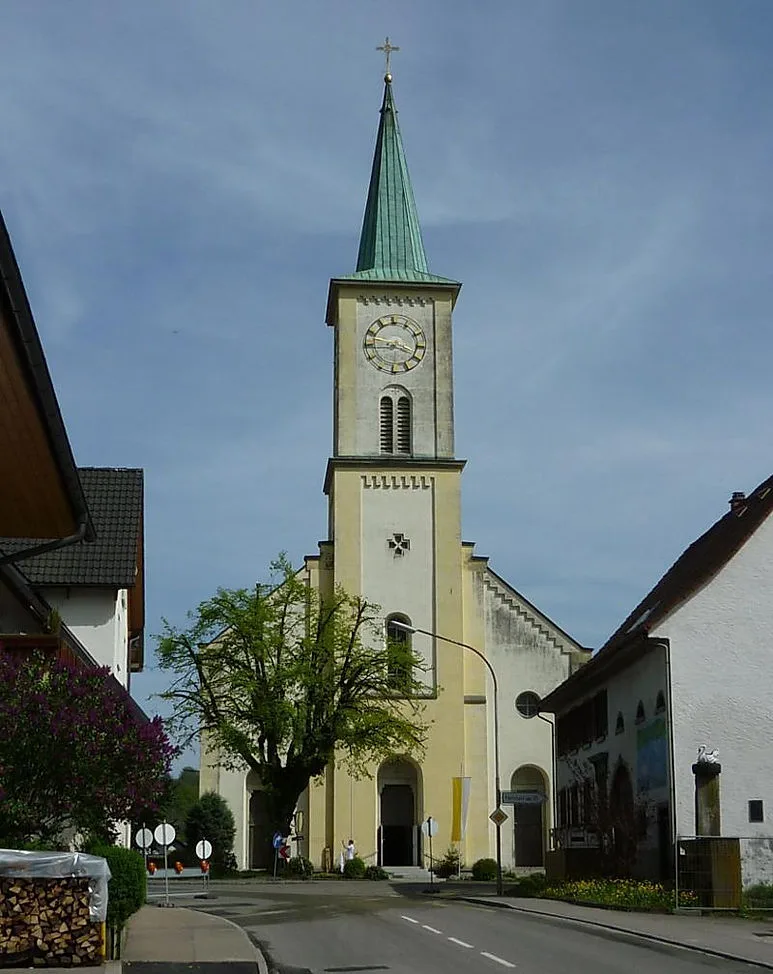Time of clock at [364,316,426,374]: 3:43
